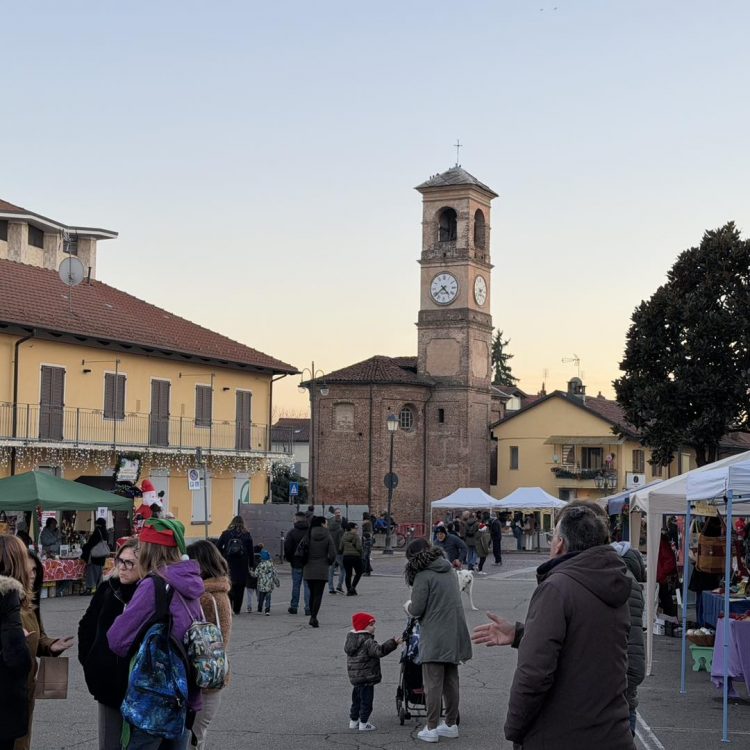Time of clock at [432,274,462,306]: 4:38
